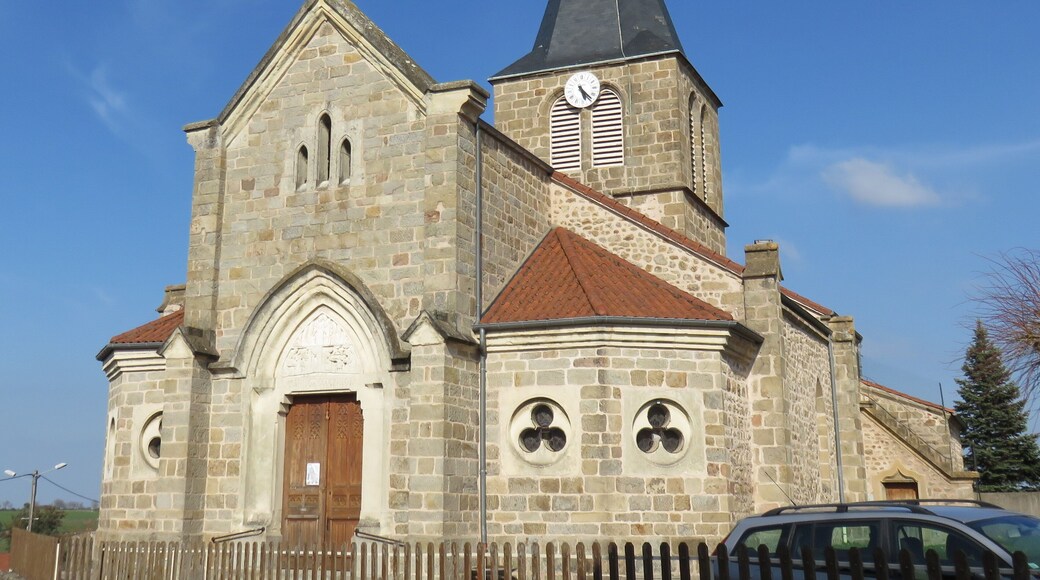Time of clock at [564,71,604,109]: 5:22
